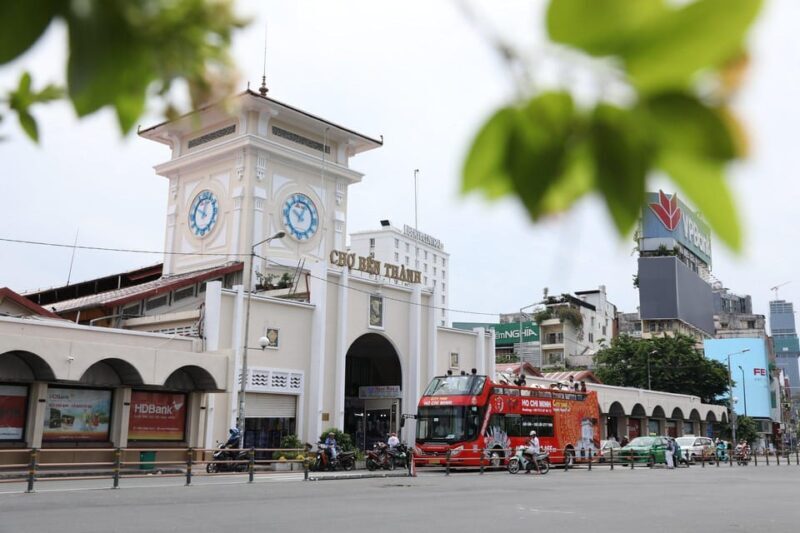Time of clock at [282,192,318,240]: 10:04
